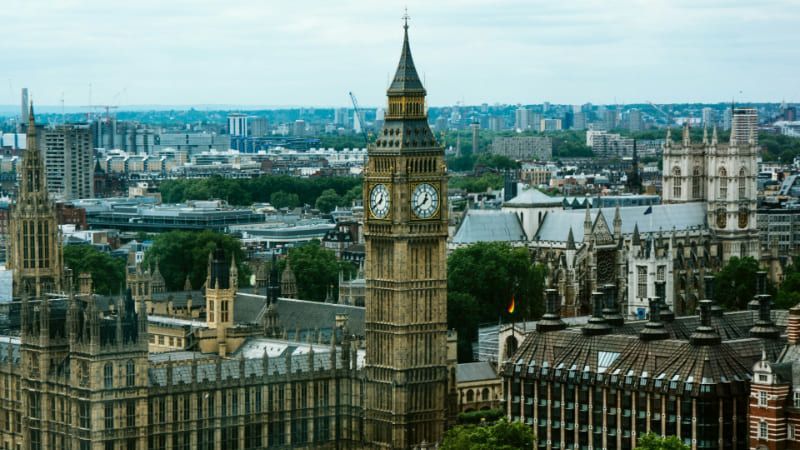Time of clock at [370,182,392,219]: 12:39
